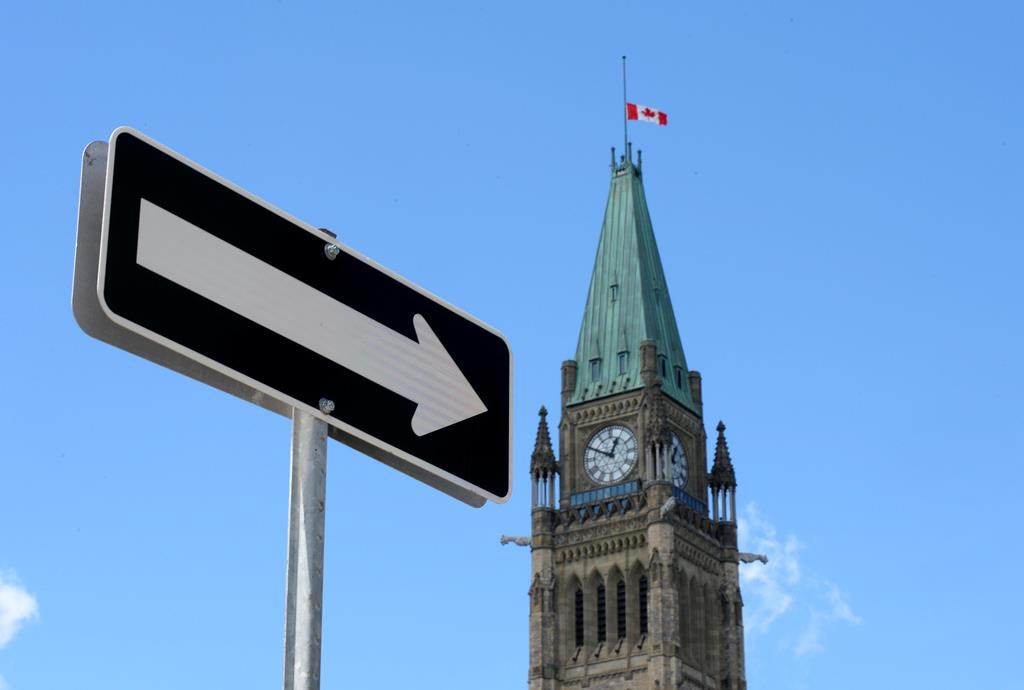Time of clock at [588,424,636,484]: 12:49
